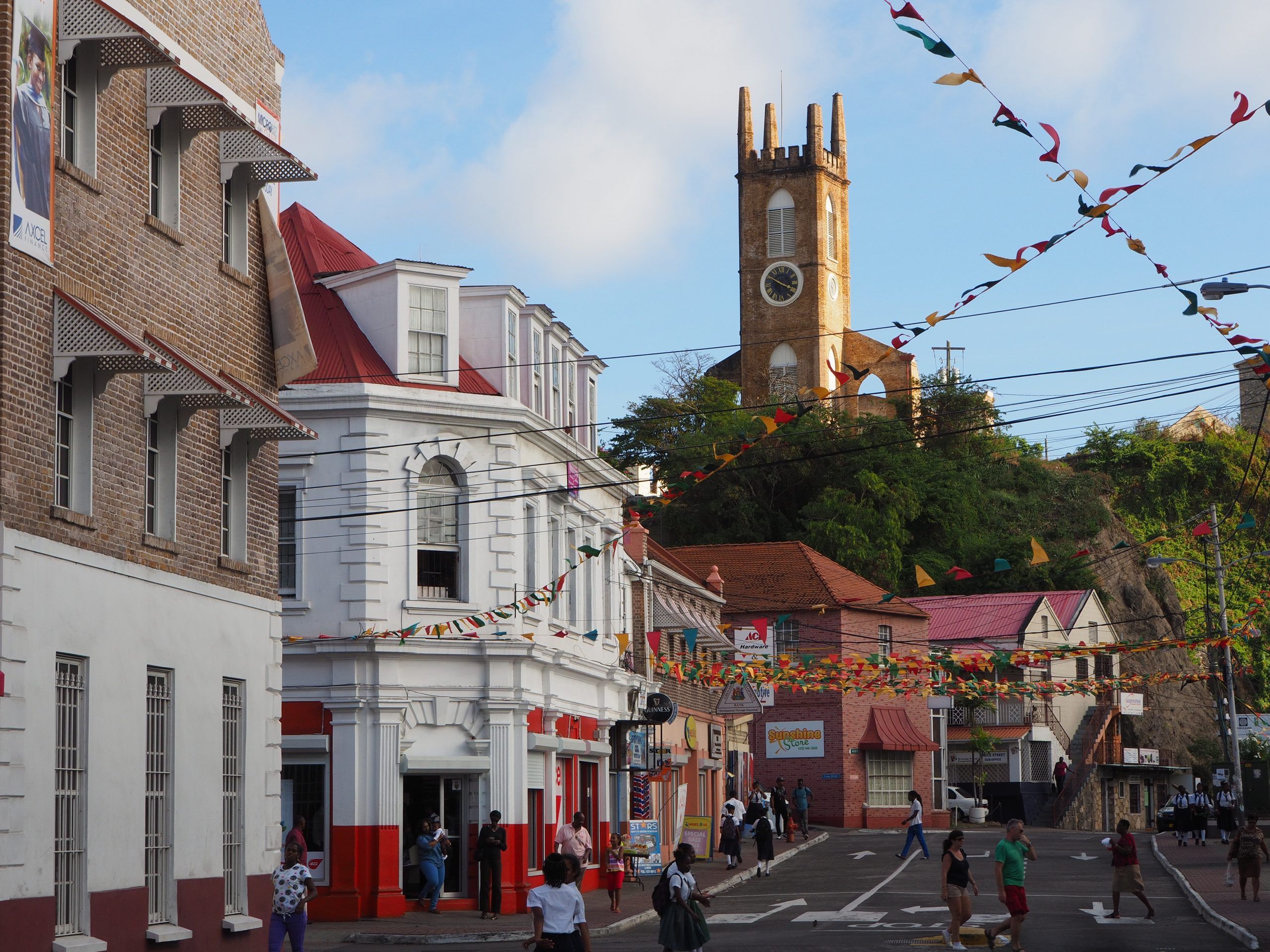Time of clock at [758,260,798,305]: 3:50
